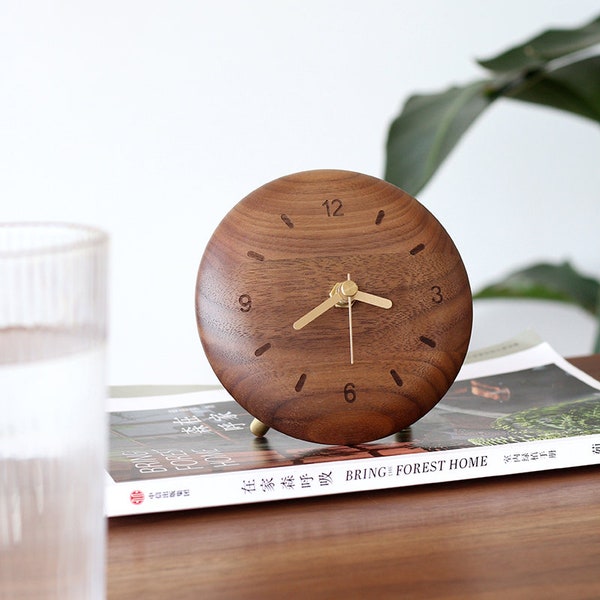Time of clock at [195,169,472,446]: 3:39
